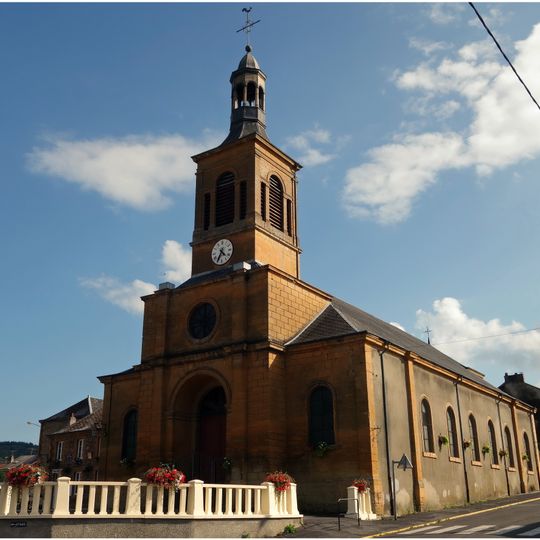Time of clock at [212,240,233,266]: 4:34
